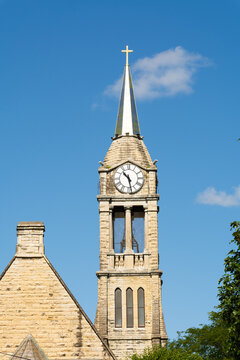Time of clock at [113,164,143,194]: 10:28
